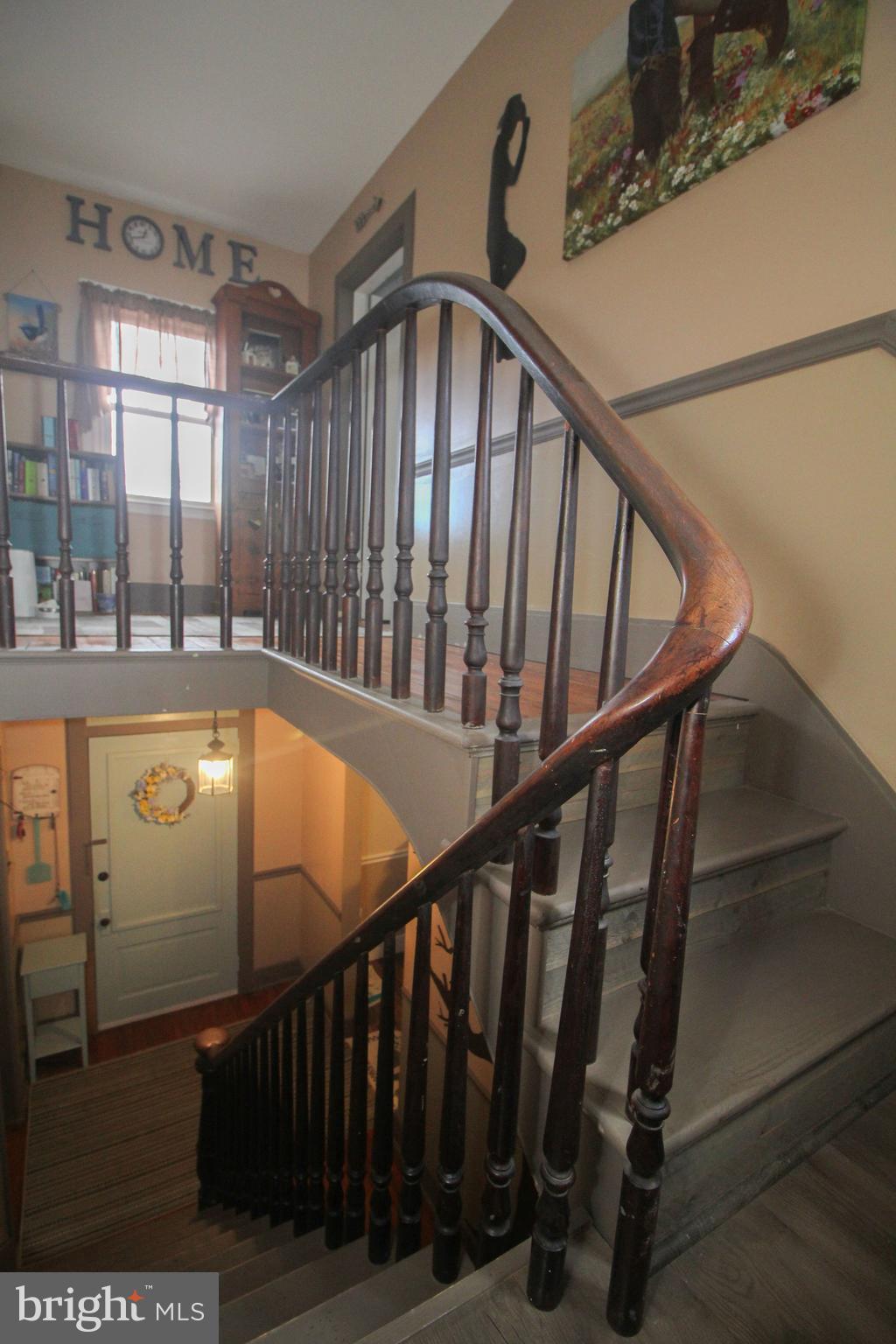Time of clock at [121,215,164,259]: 12:42
